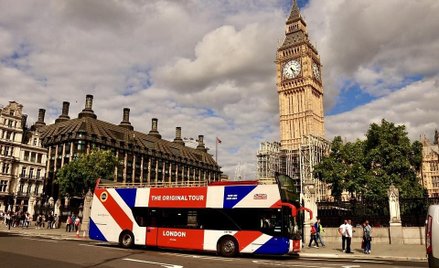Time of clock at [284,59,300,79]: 4:26
